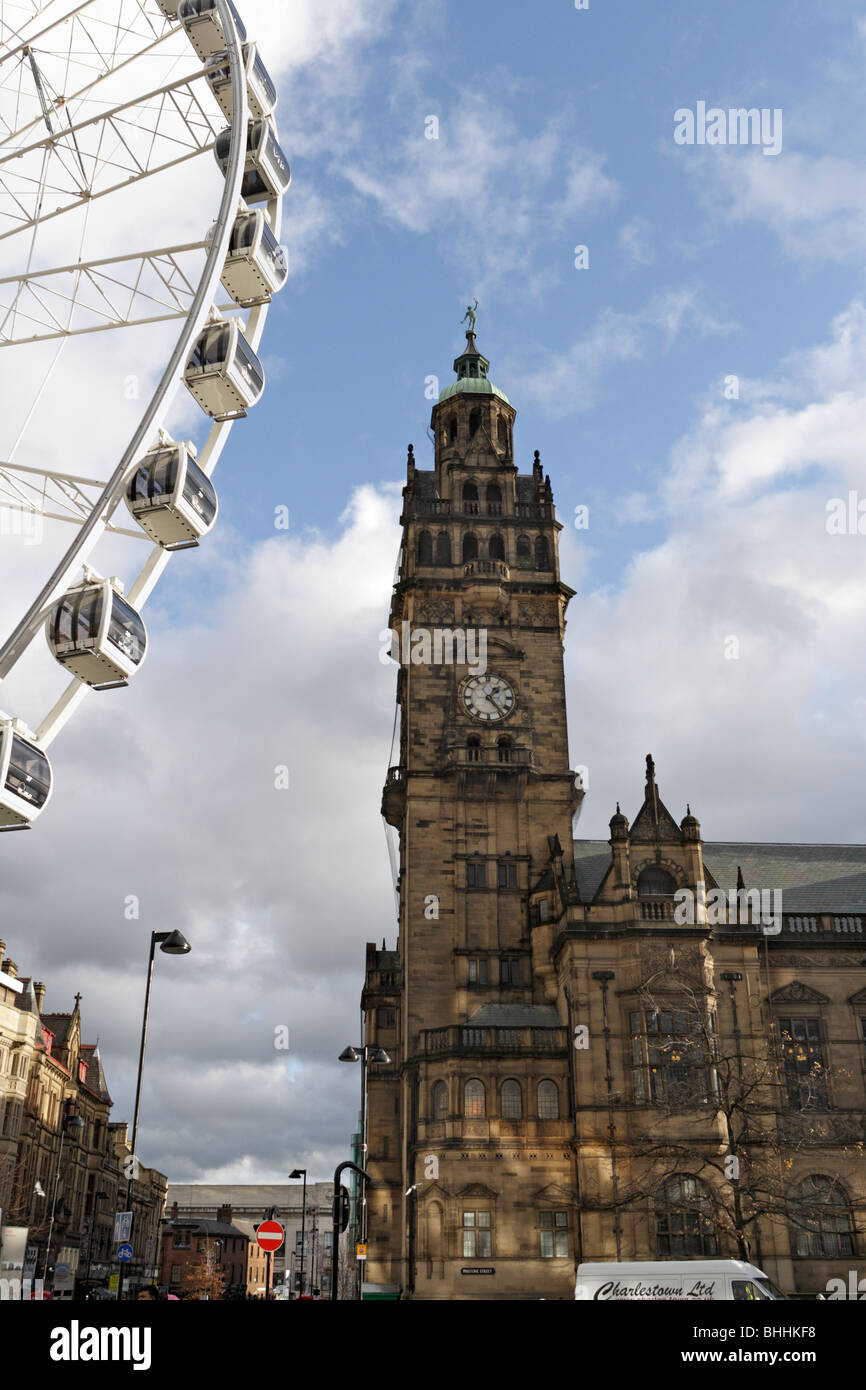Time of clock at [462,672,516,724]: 1:23
